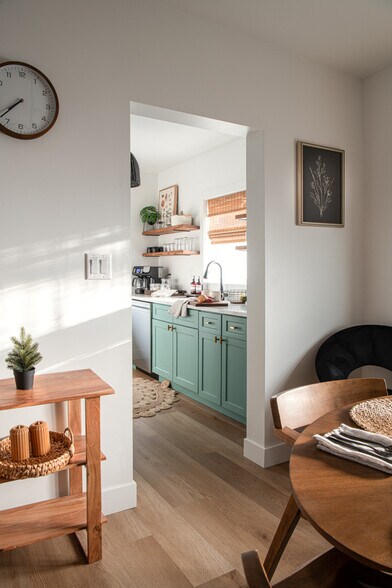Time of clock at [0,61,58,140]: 7:37
